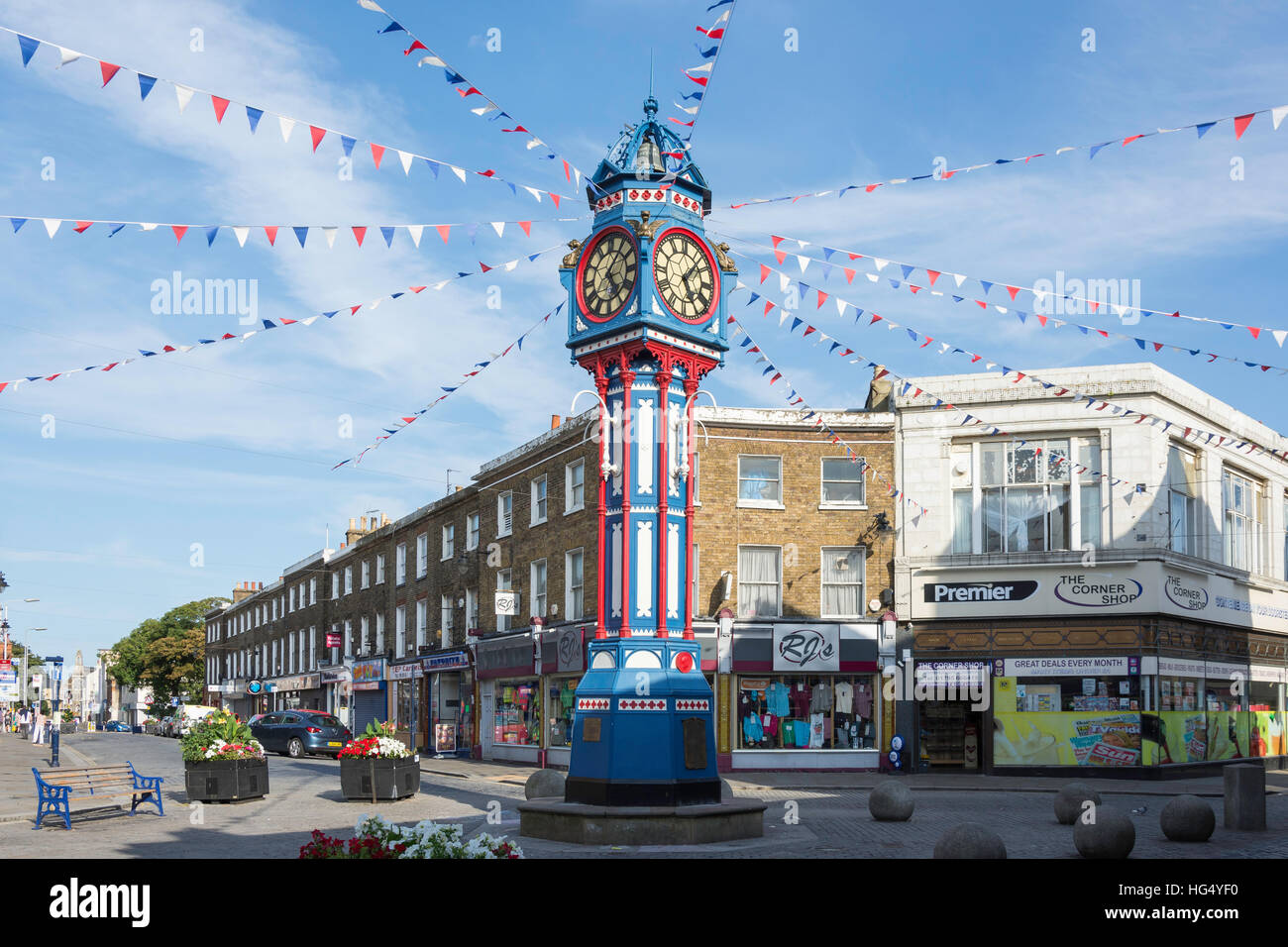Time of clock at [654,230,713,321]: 5:06
